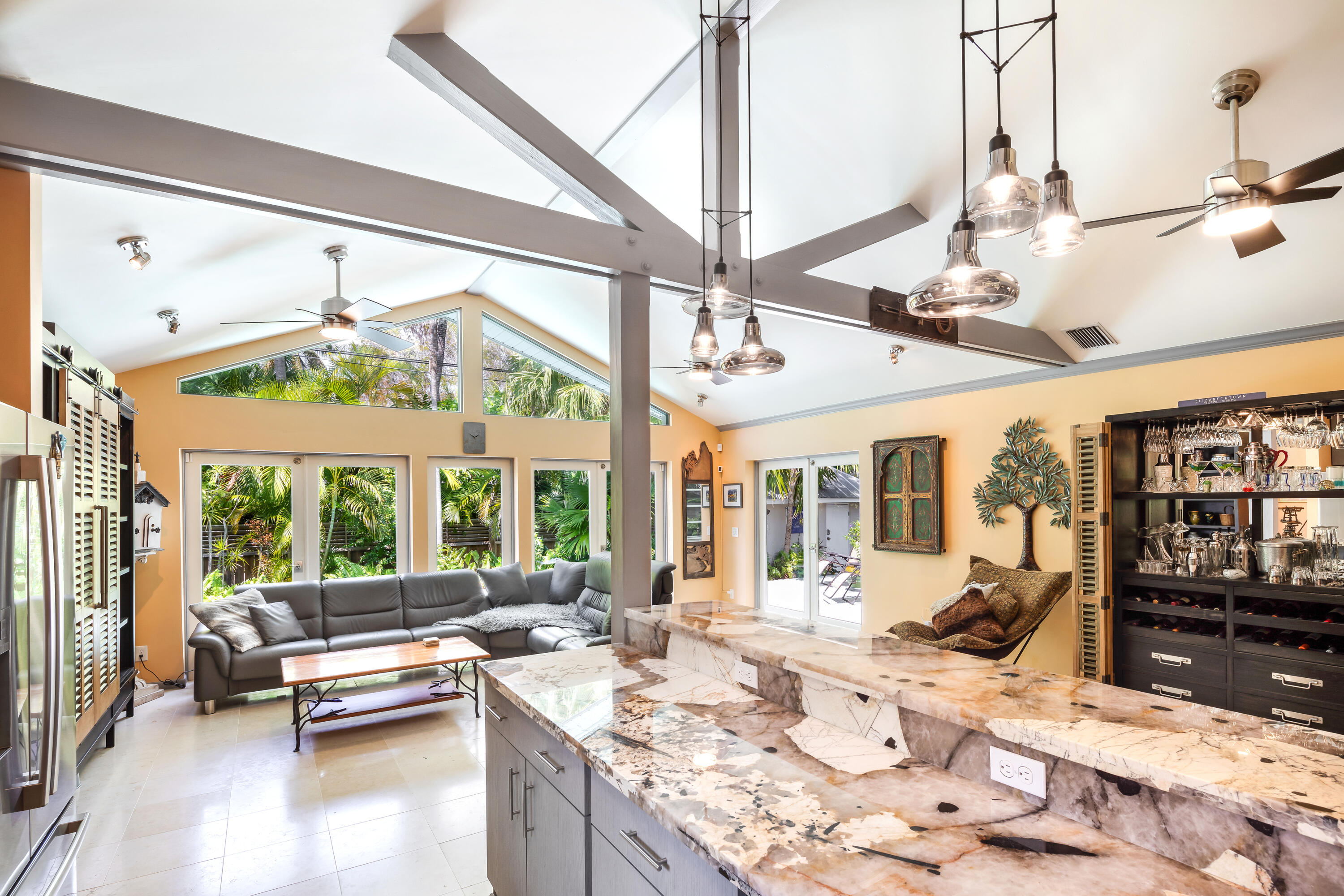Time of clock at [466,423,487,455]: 1:49
